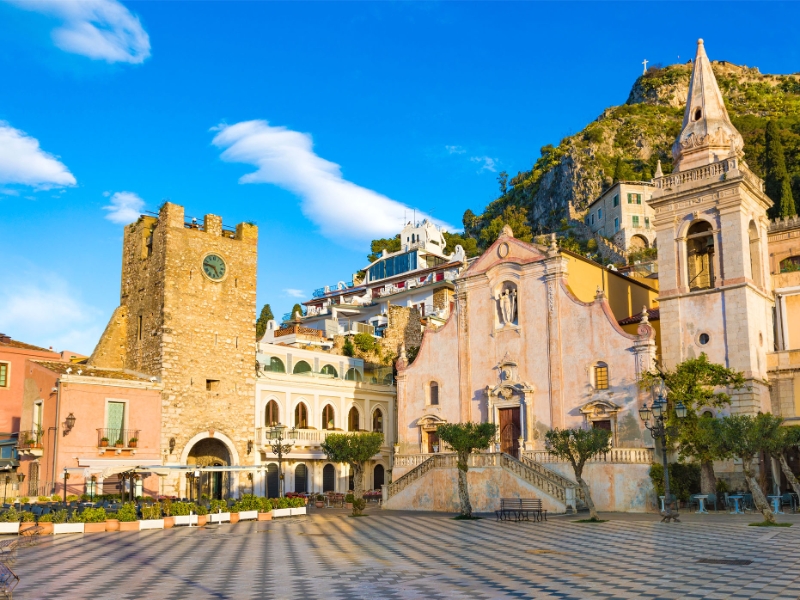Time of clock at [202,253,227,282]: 9:25
